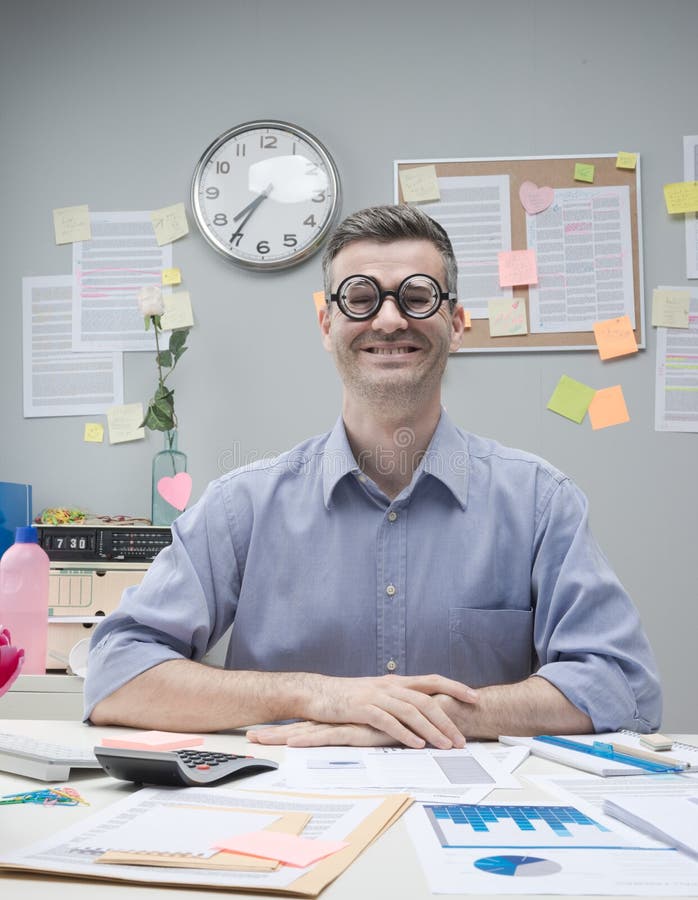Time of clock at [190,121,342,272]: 7:35
